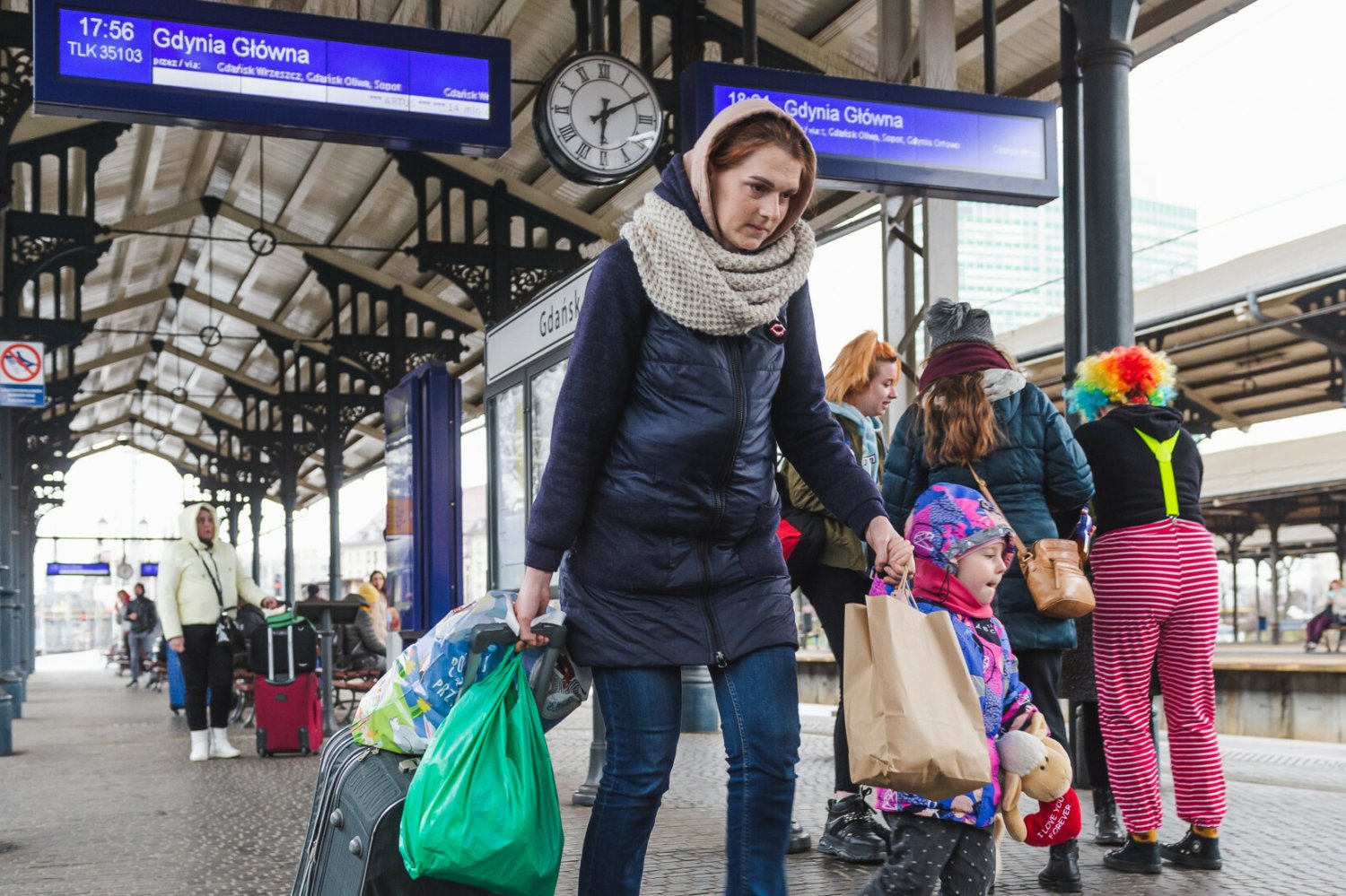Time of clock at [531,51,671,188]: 6:10
